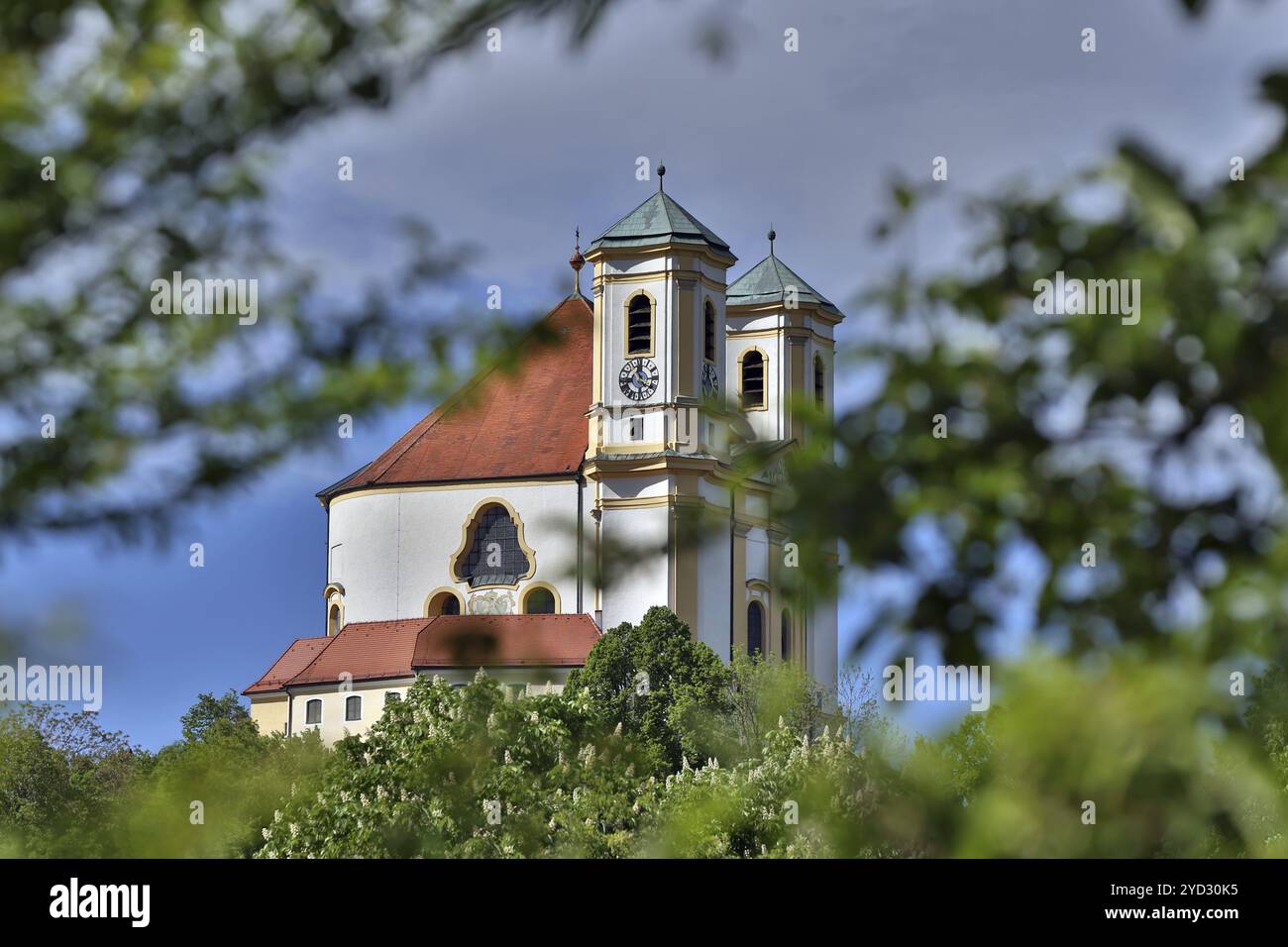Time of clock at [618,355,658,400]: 11:21
